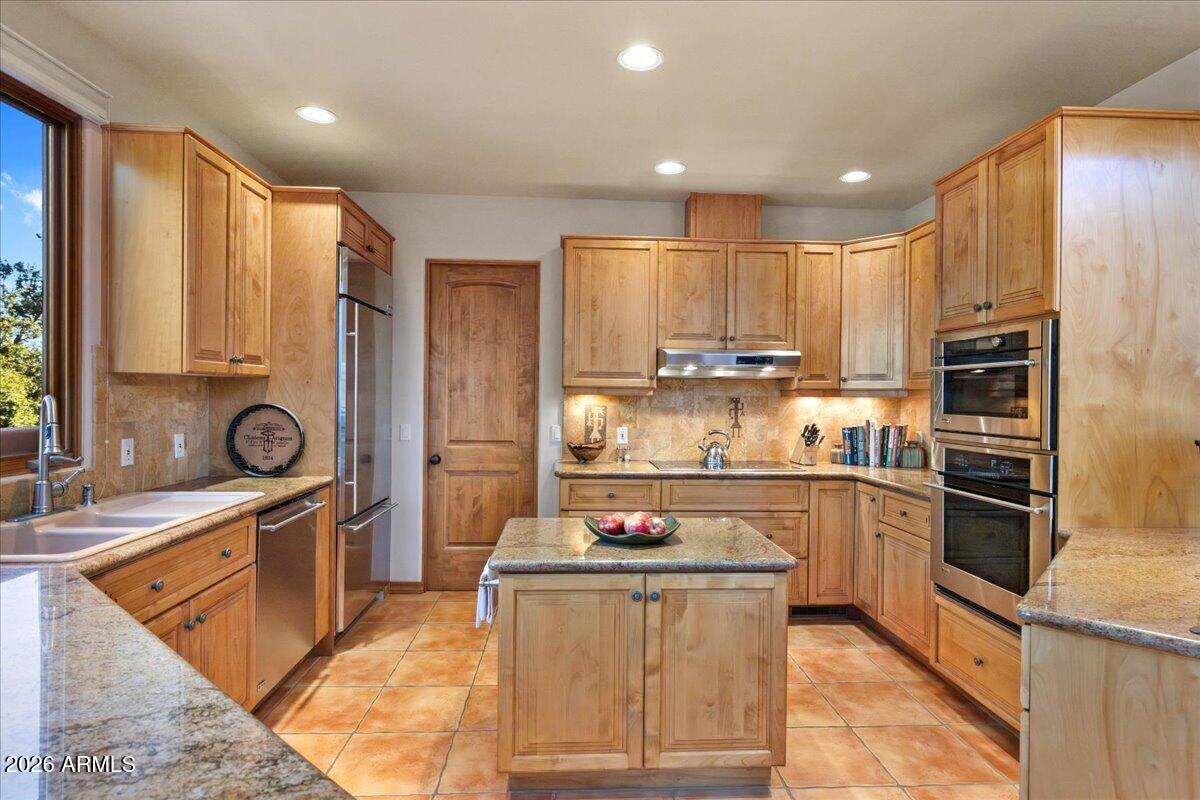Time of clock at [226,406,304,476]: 6:15
